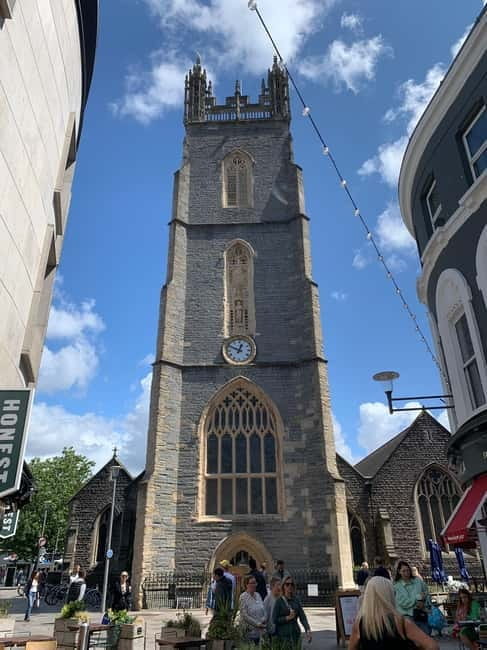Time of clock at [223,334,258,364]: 12:49
